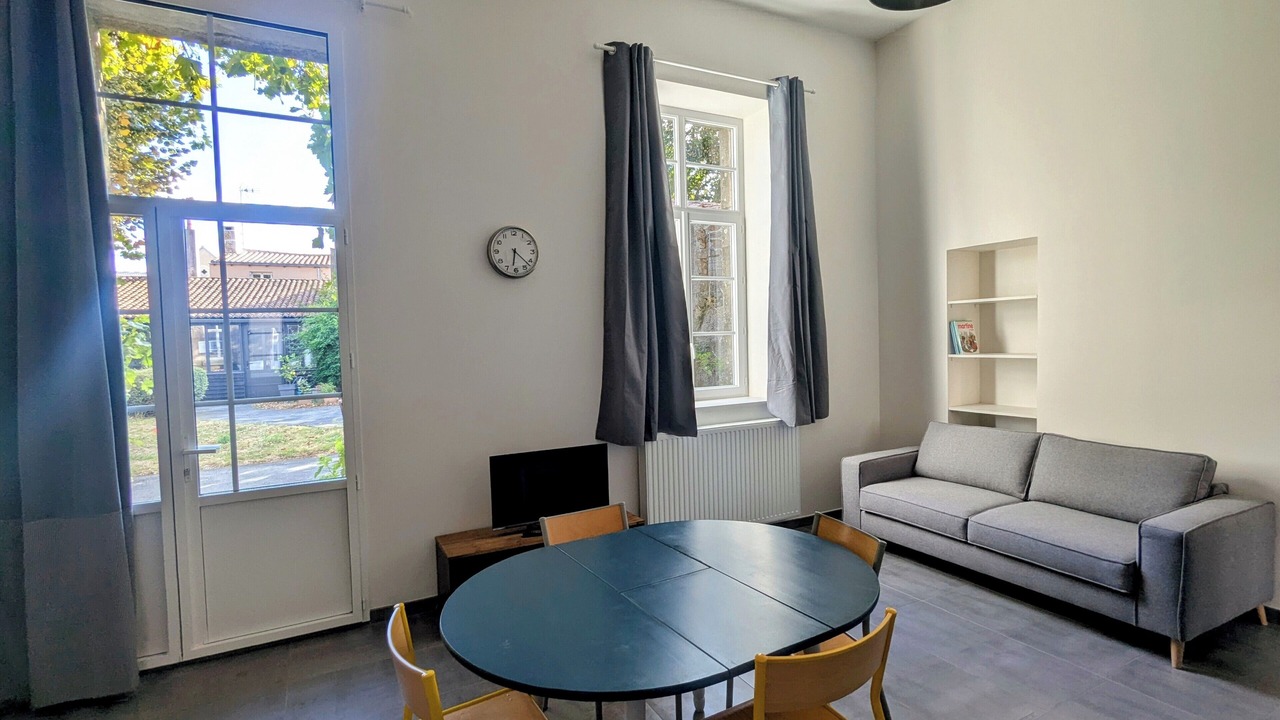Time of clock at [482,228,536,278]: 6:22
